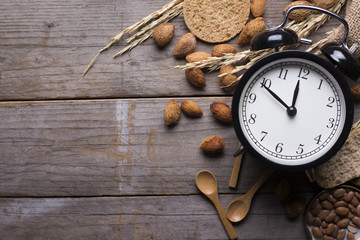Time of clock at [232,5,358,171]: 11:49
